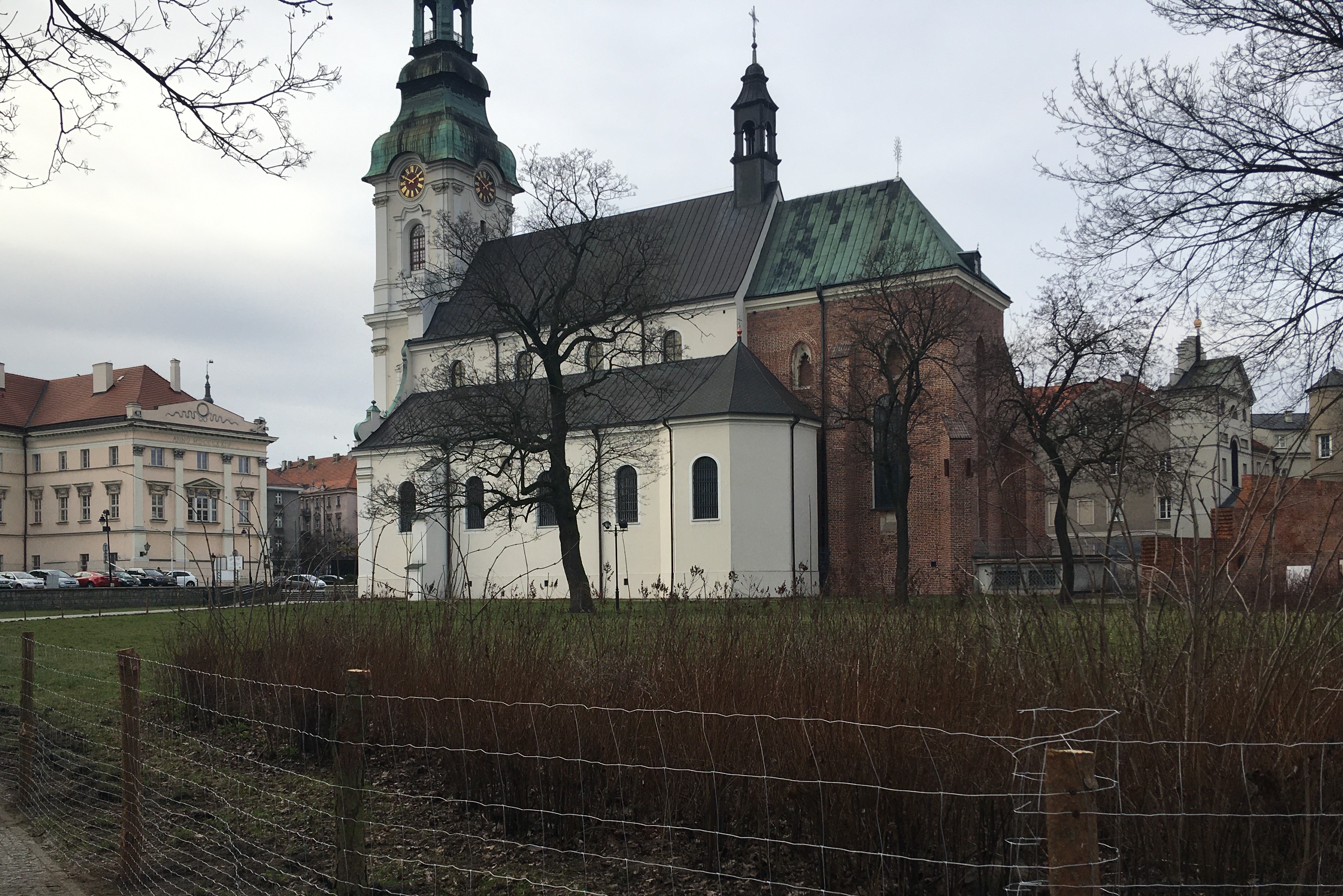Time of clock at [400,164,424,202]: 1:49
